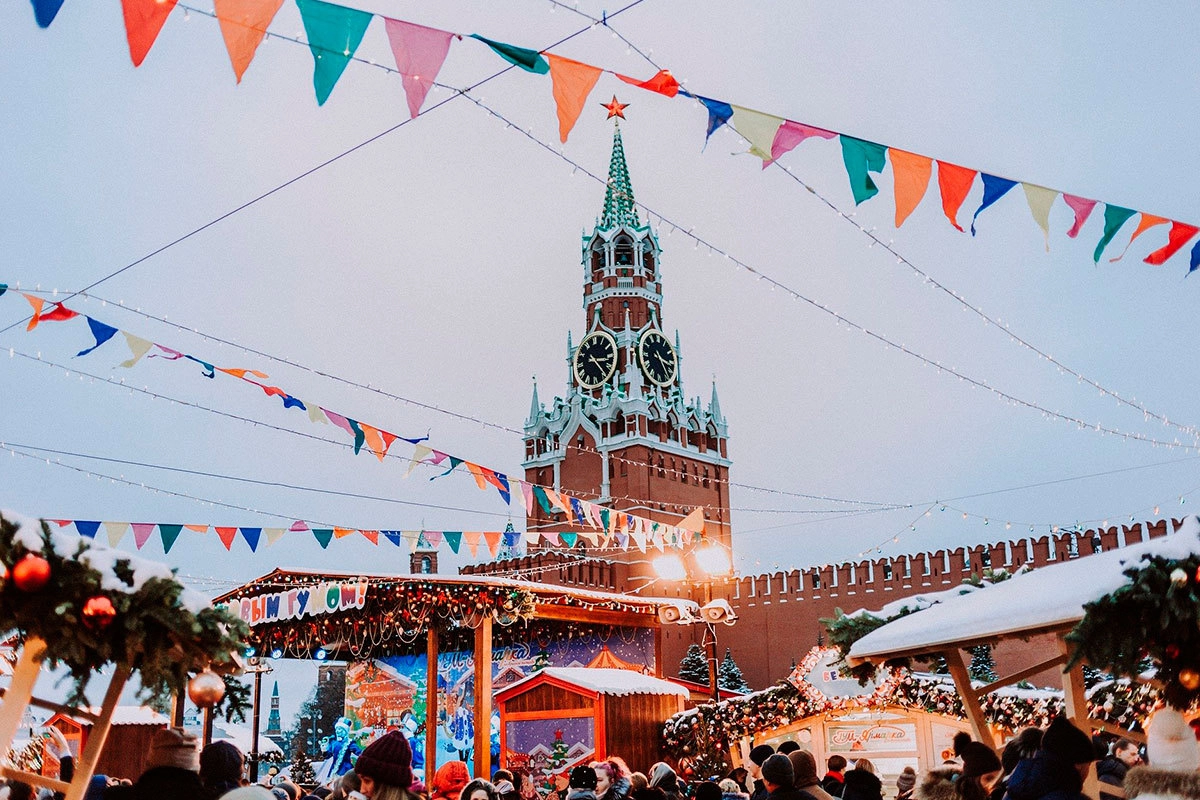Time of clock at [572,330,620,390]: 3:23
